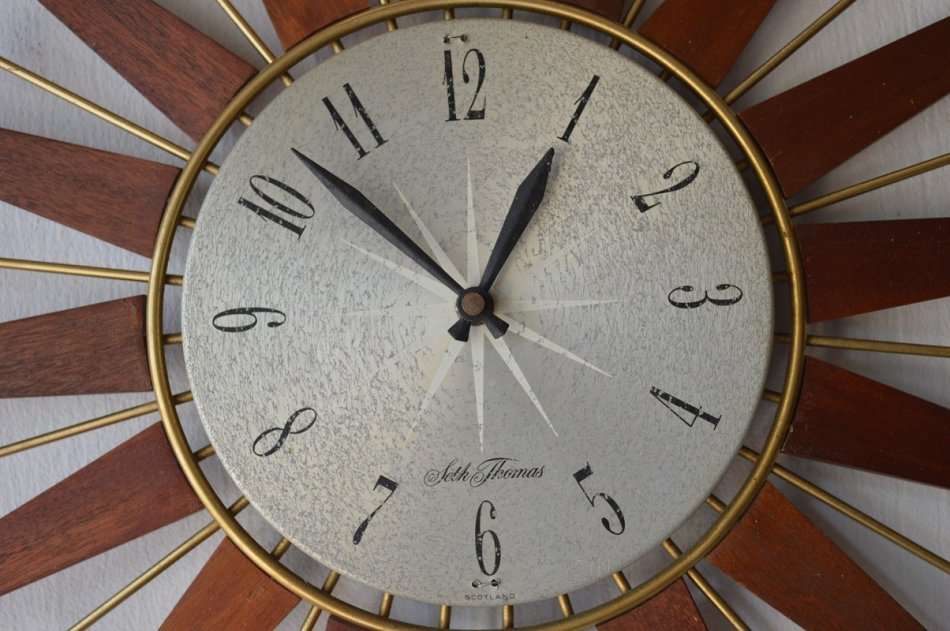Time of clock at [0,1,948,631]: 12:52
